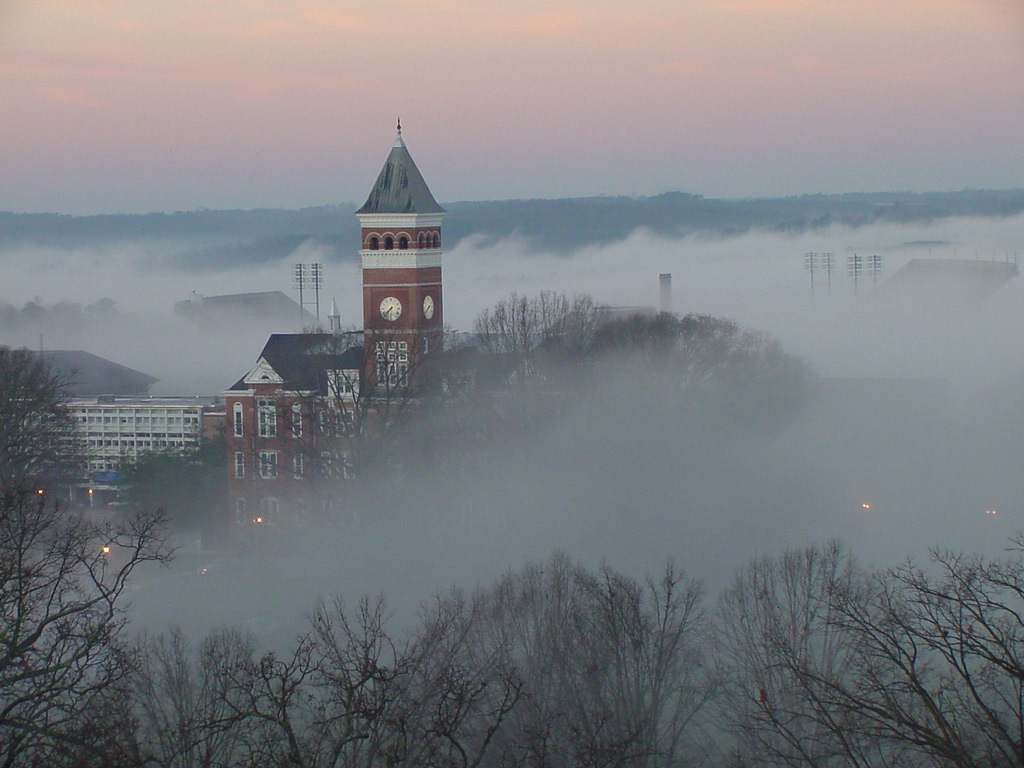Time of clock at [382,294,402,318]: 7:37
